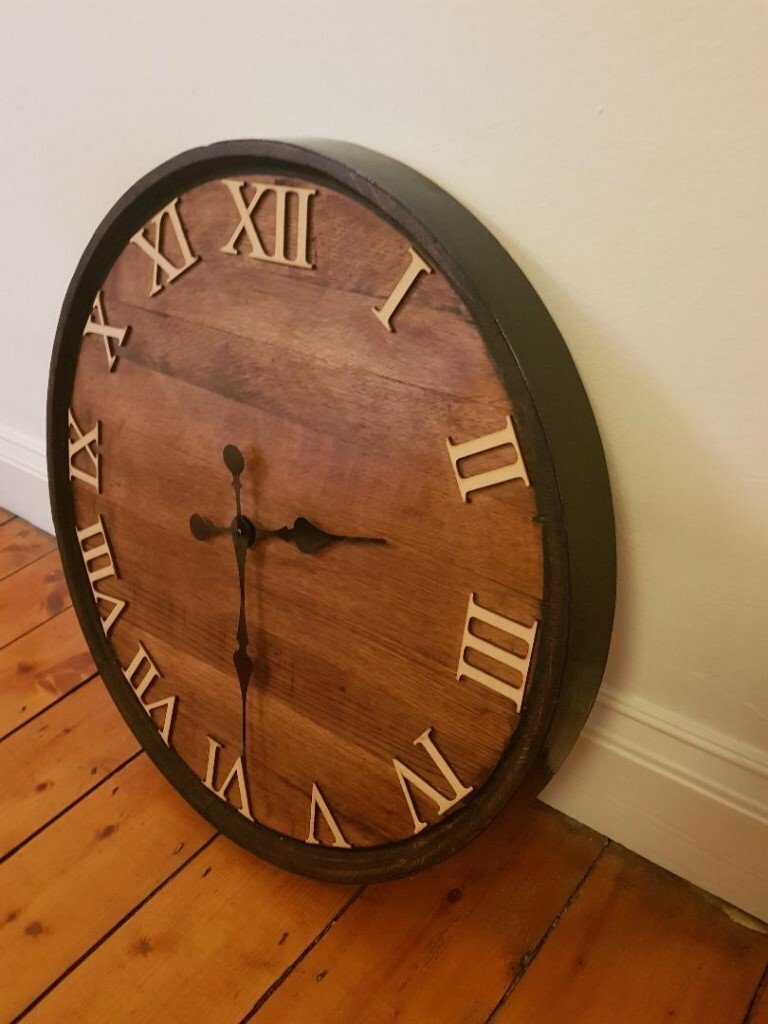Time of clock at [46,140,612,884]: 2:29
